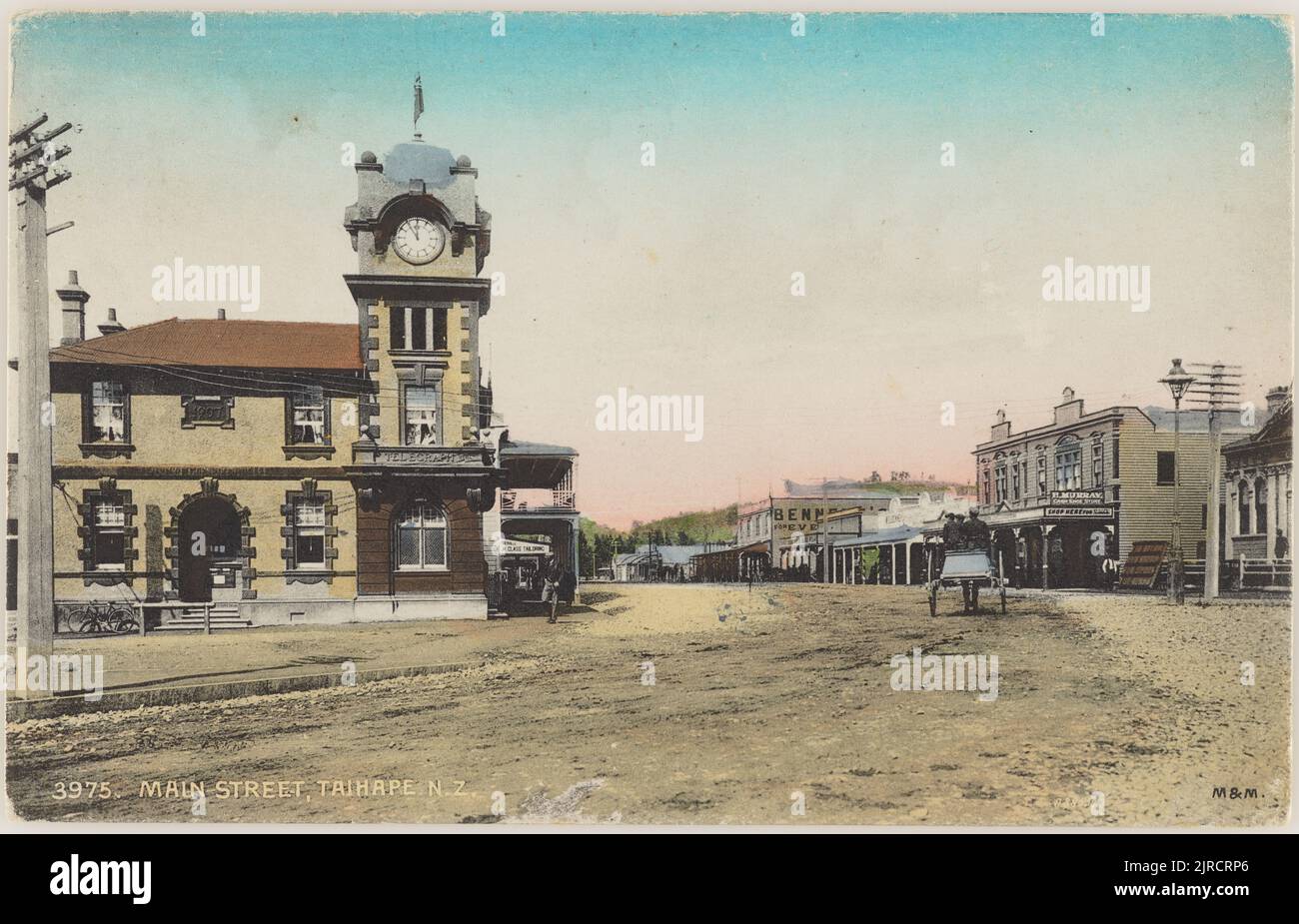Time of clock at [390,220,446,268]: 11:54
